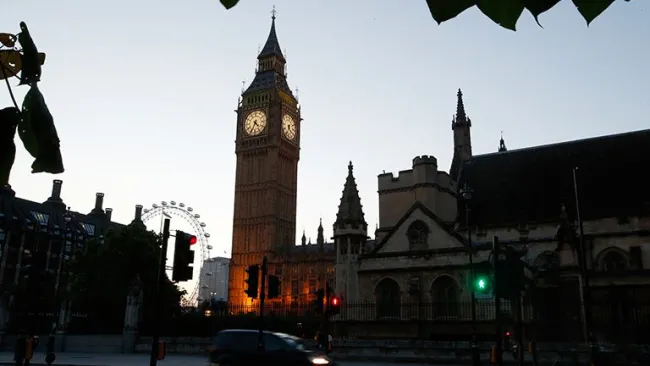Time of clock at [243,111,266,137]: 4:34
